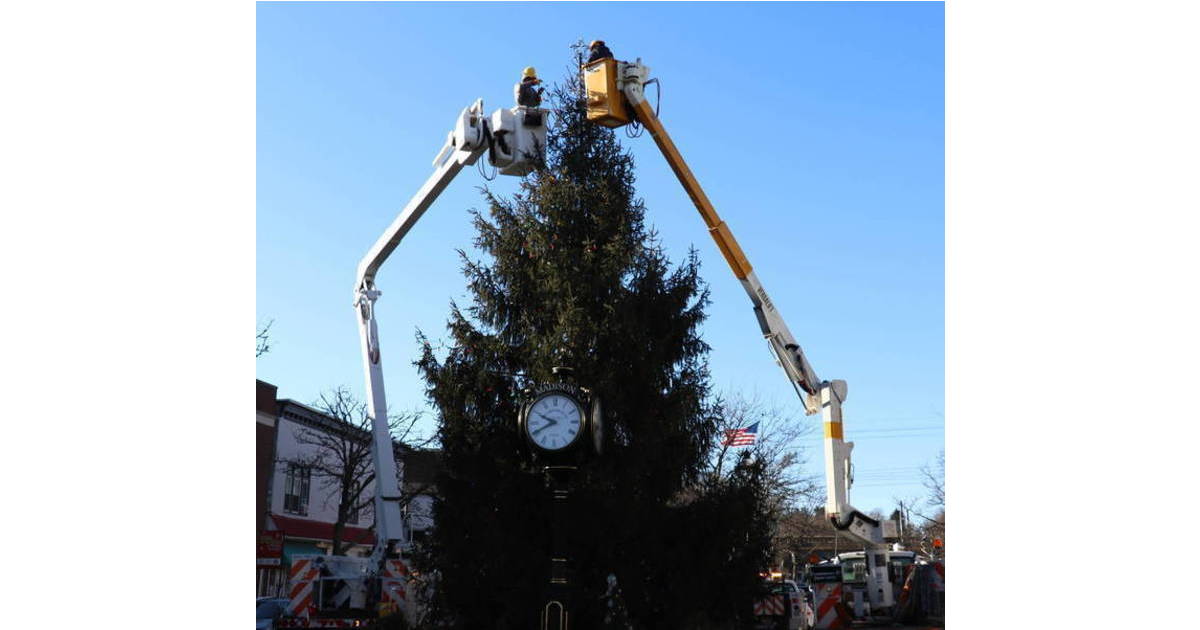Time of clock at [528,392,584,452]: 9:41
